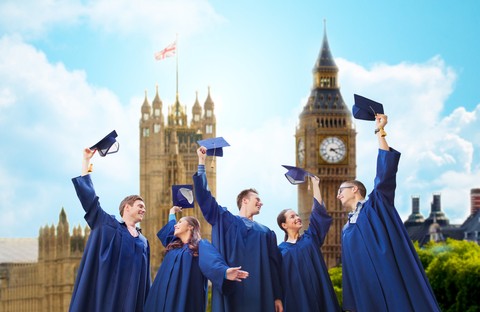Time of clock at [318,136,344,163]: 4:12
